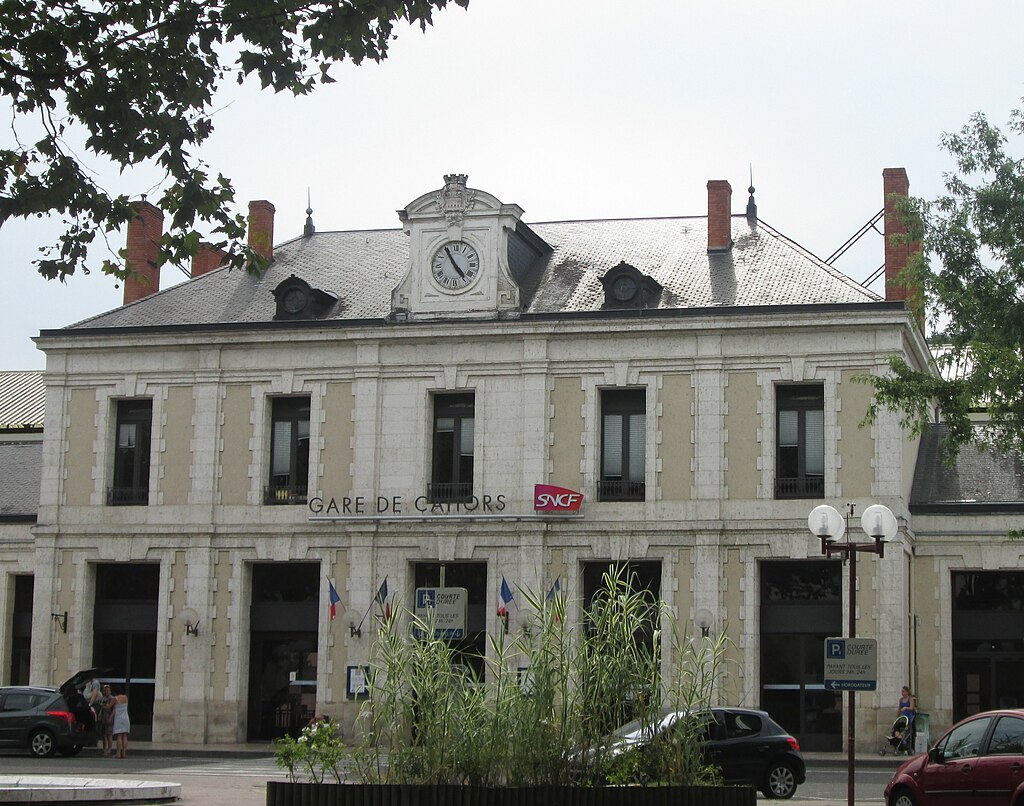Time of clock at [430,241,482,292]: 4:54
